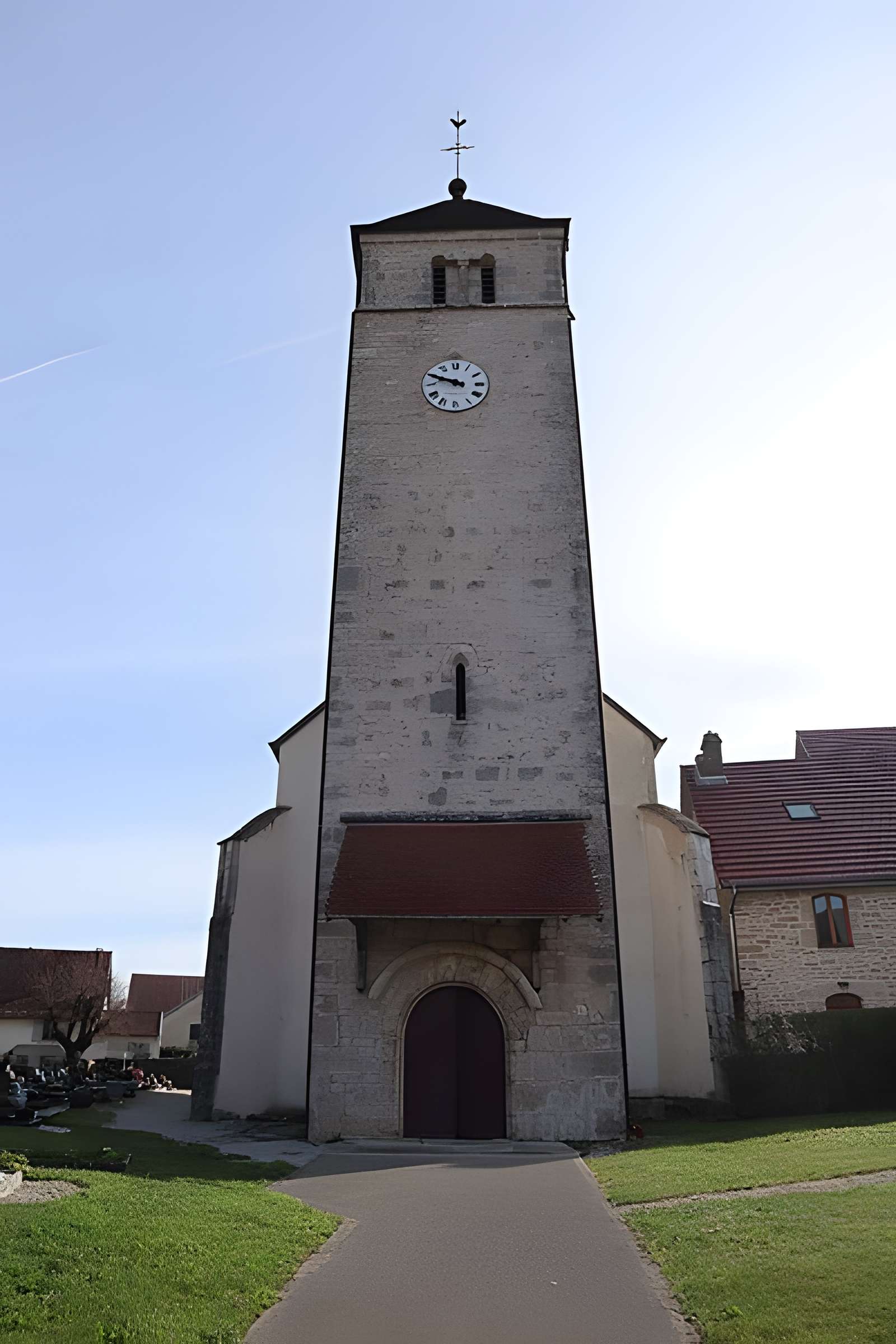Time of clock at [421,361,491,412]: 9:48
